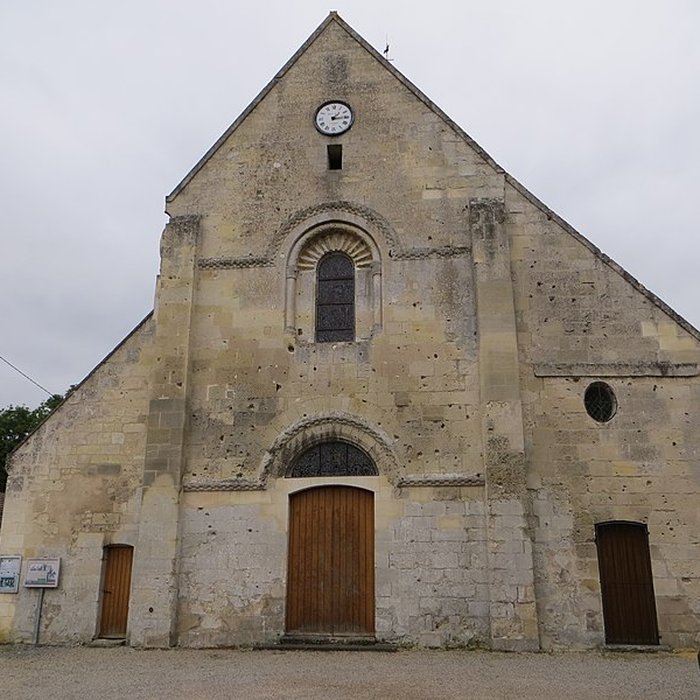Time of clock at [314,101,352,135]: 1:14
